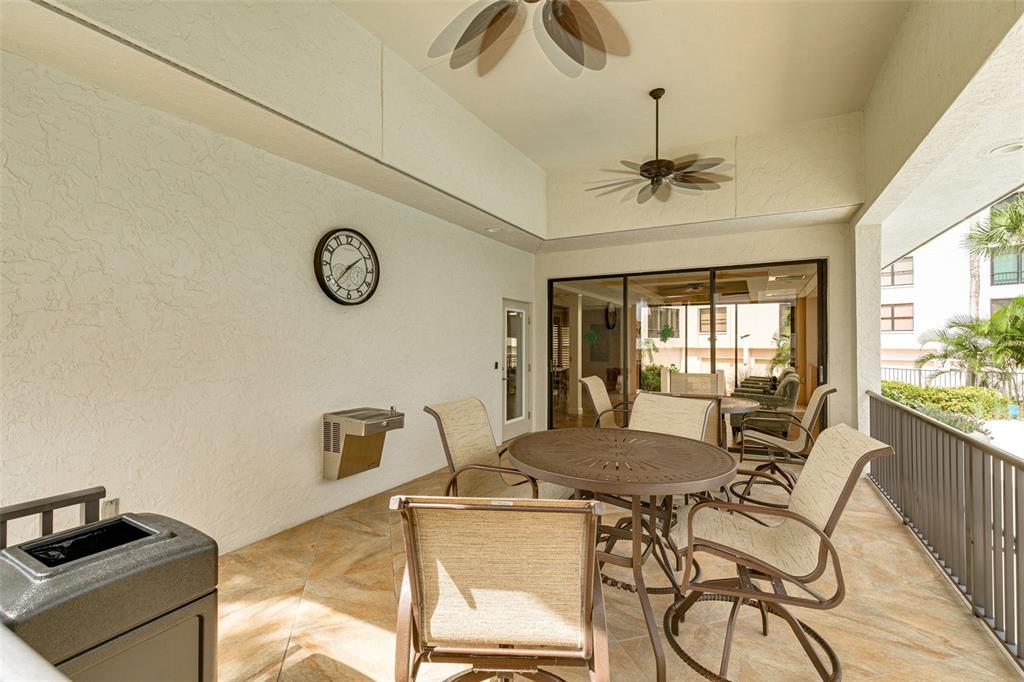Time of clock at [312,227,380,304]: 1:36
